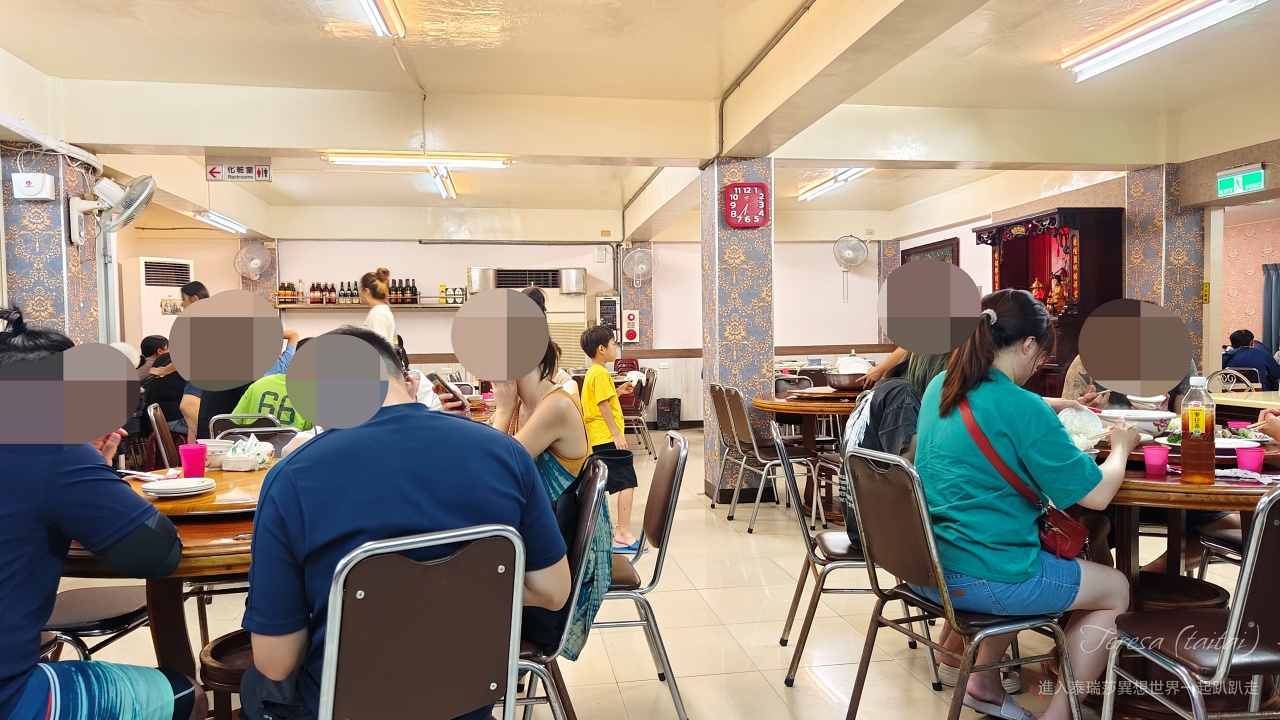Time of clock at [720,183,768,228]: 6:36
